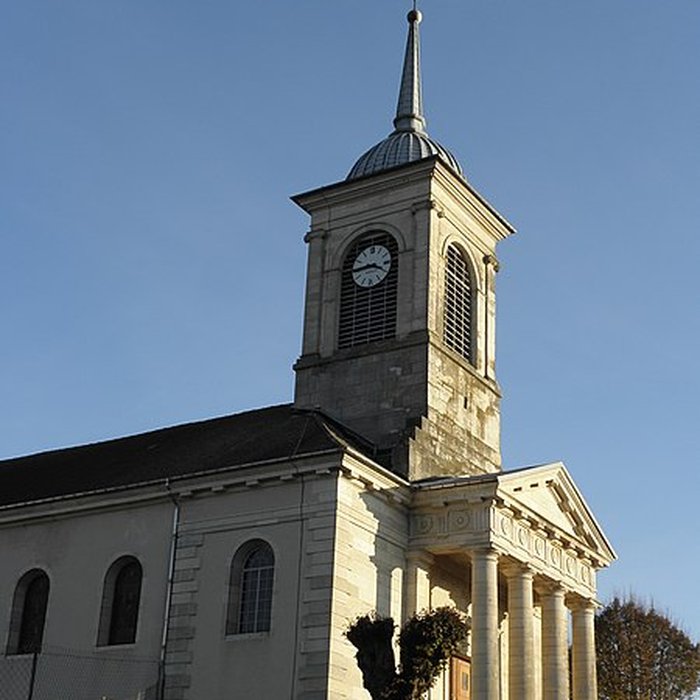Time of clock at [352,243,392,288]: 3:44
